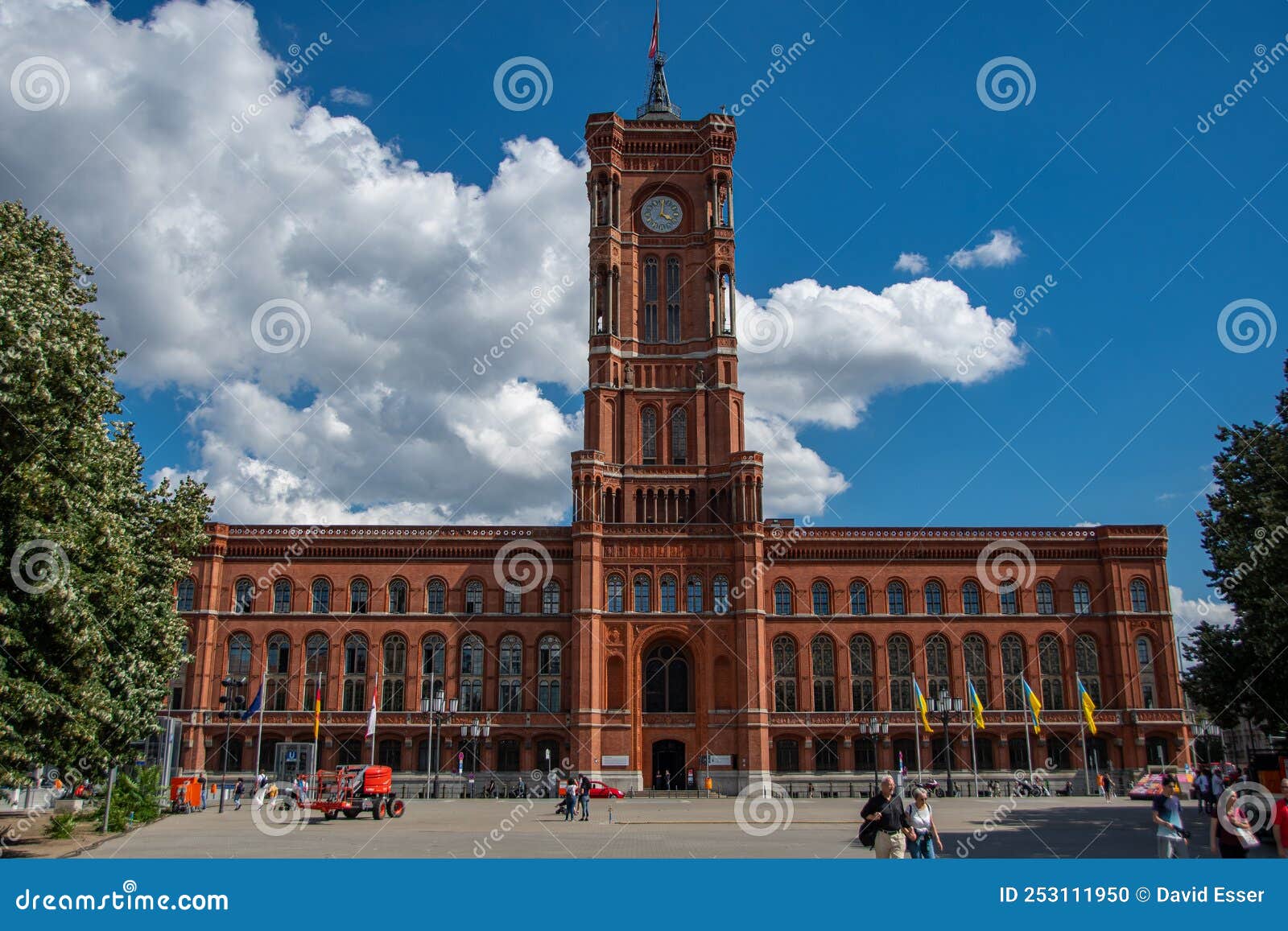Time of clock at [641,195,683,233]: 4:01
